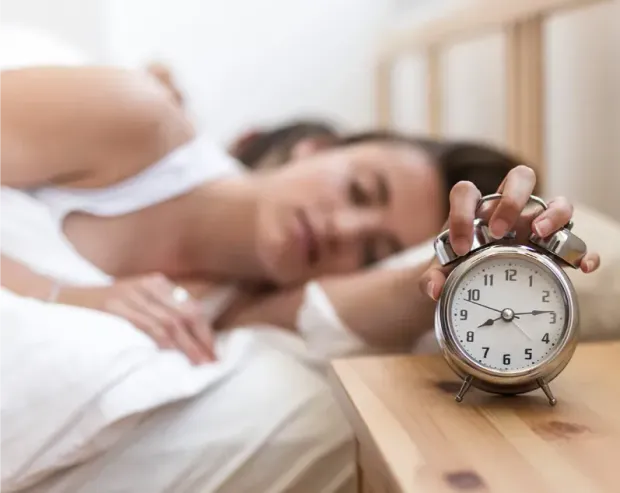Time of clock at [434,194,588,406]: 8:13
